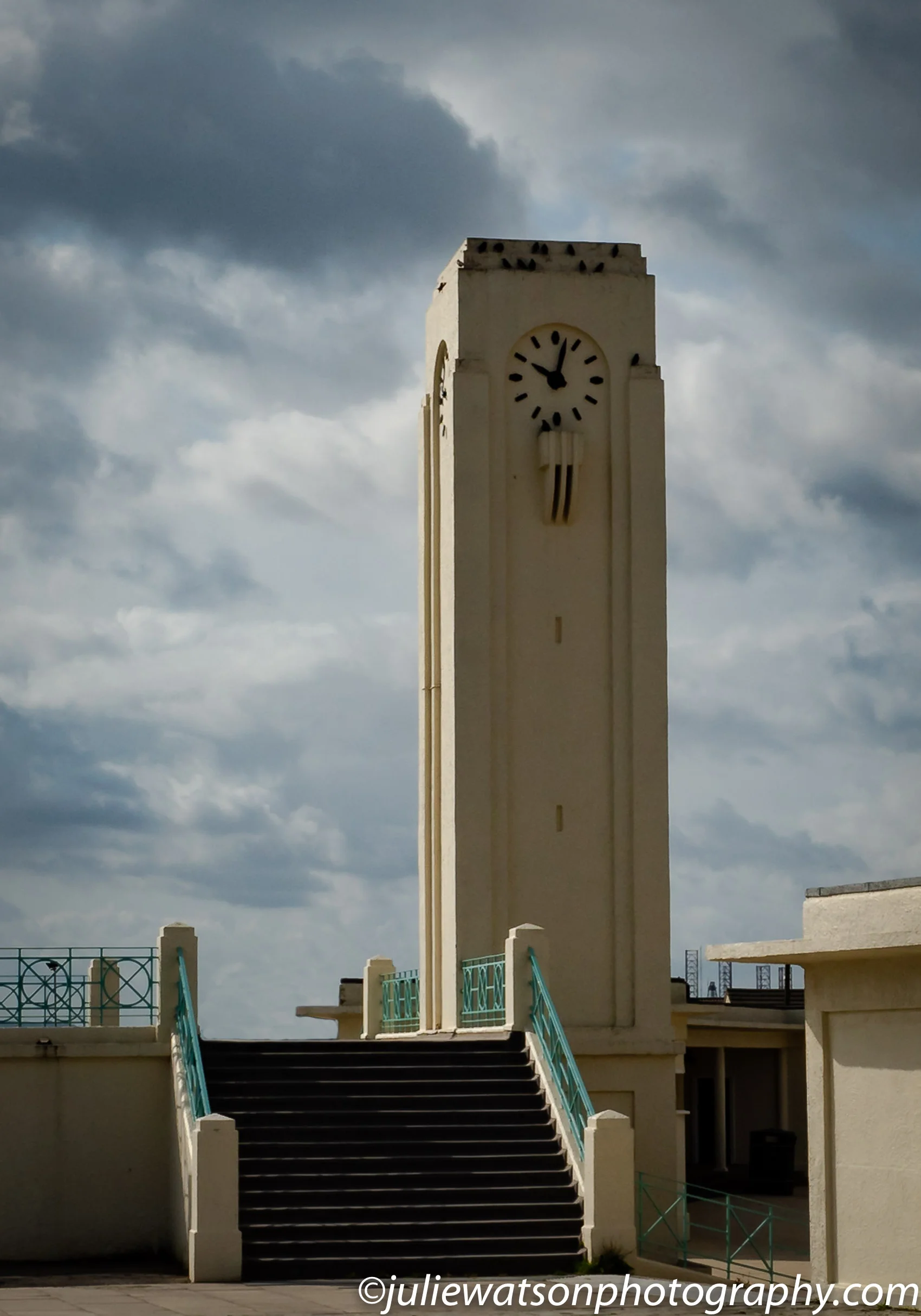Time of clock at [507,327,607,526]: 10:02
